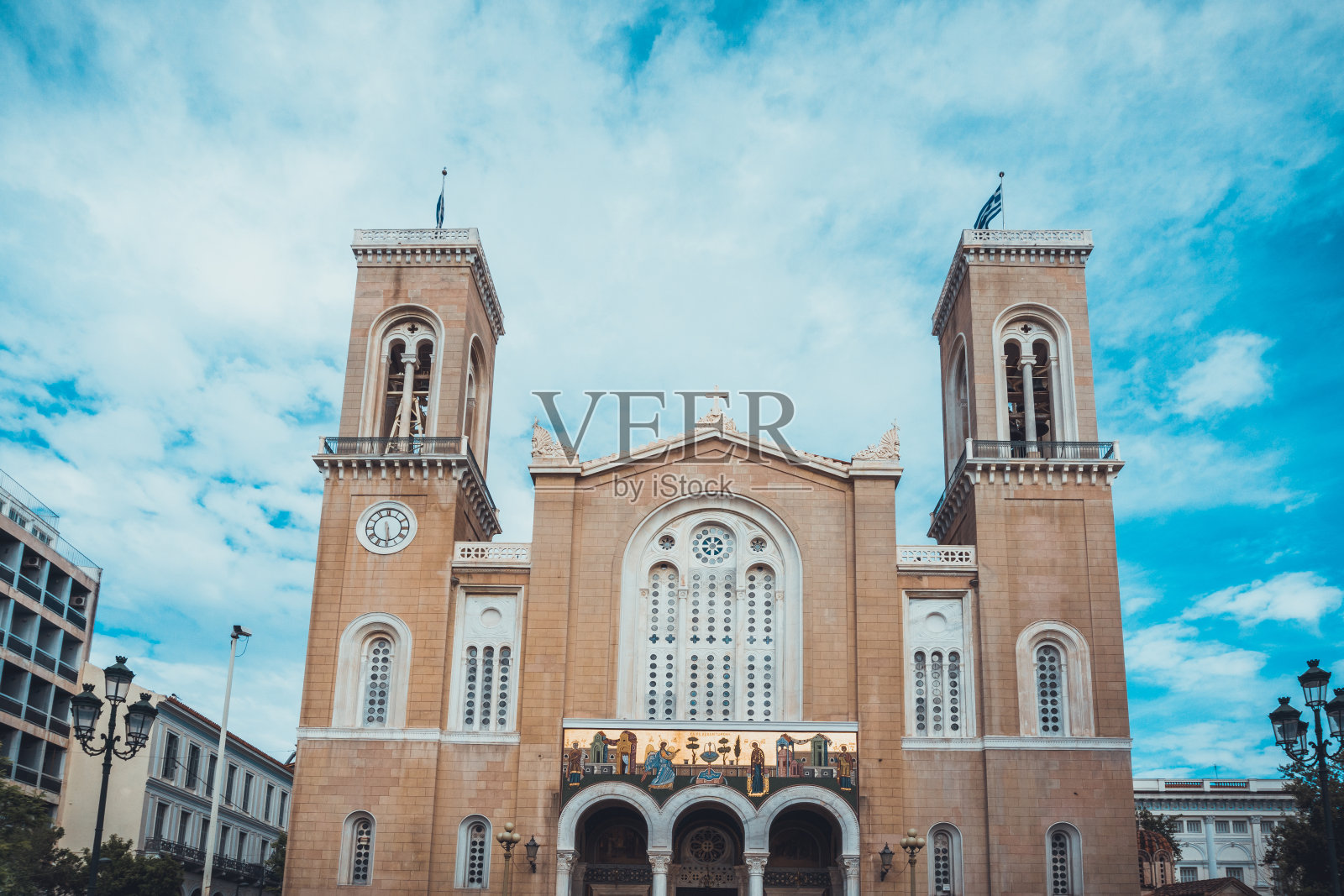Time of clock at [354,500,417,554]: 5:29
